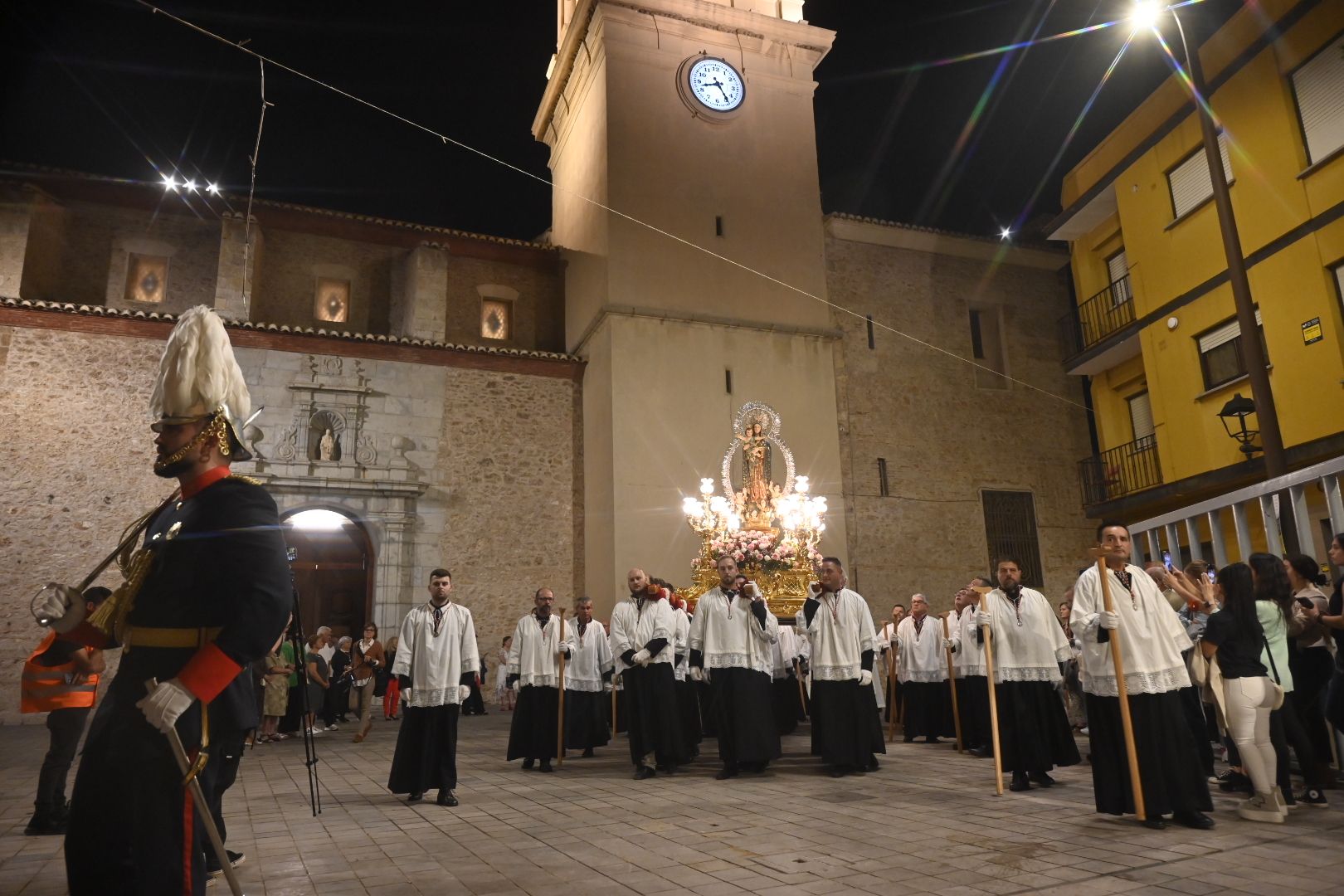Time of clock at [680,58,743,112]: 8:24
